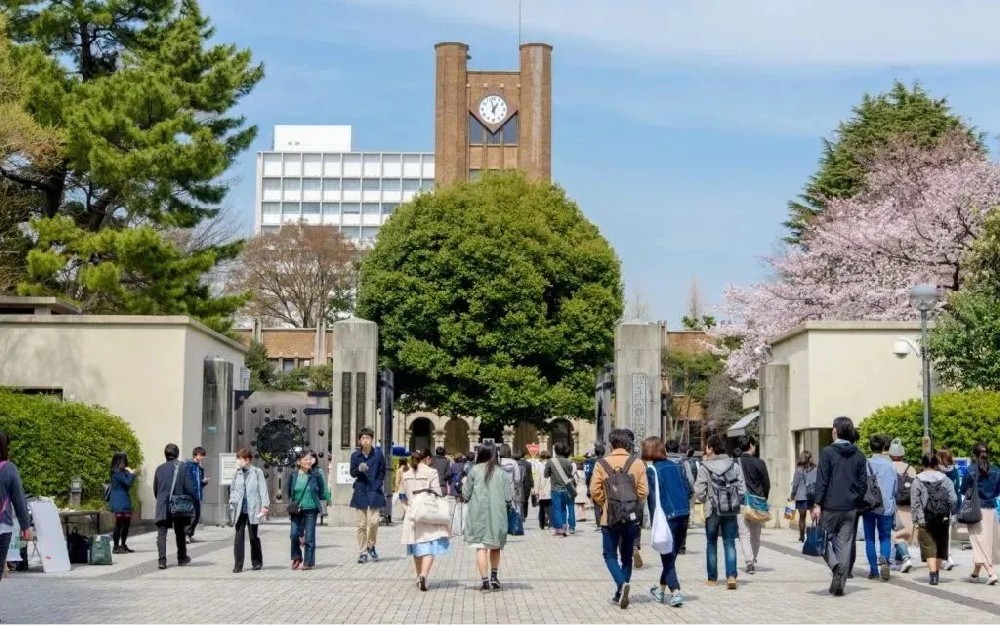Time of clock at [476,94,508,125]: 12:57
